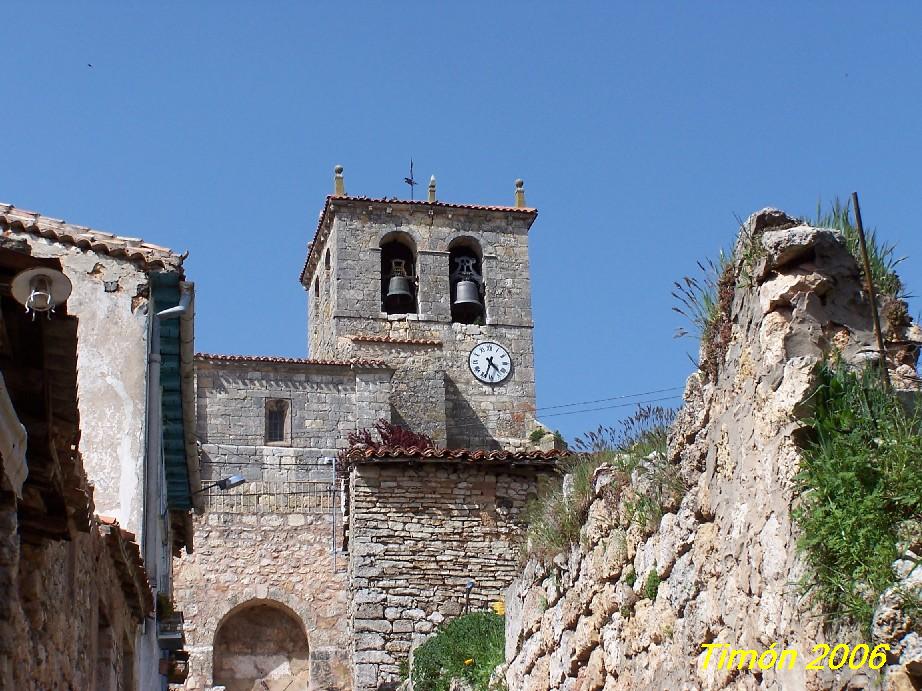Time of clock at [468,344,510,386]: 4:33
